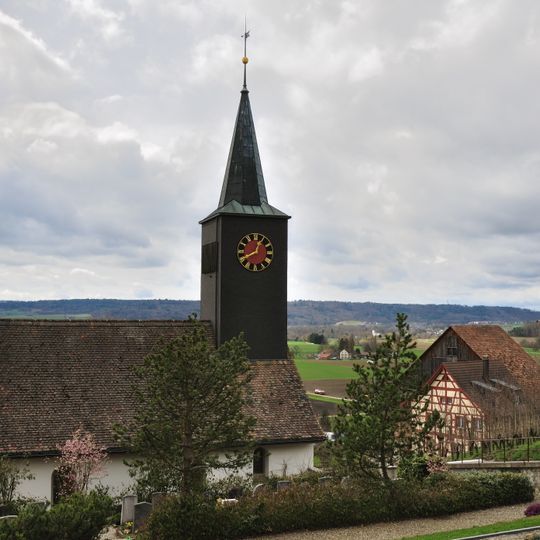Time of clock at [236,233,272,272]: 12:40
